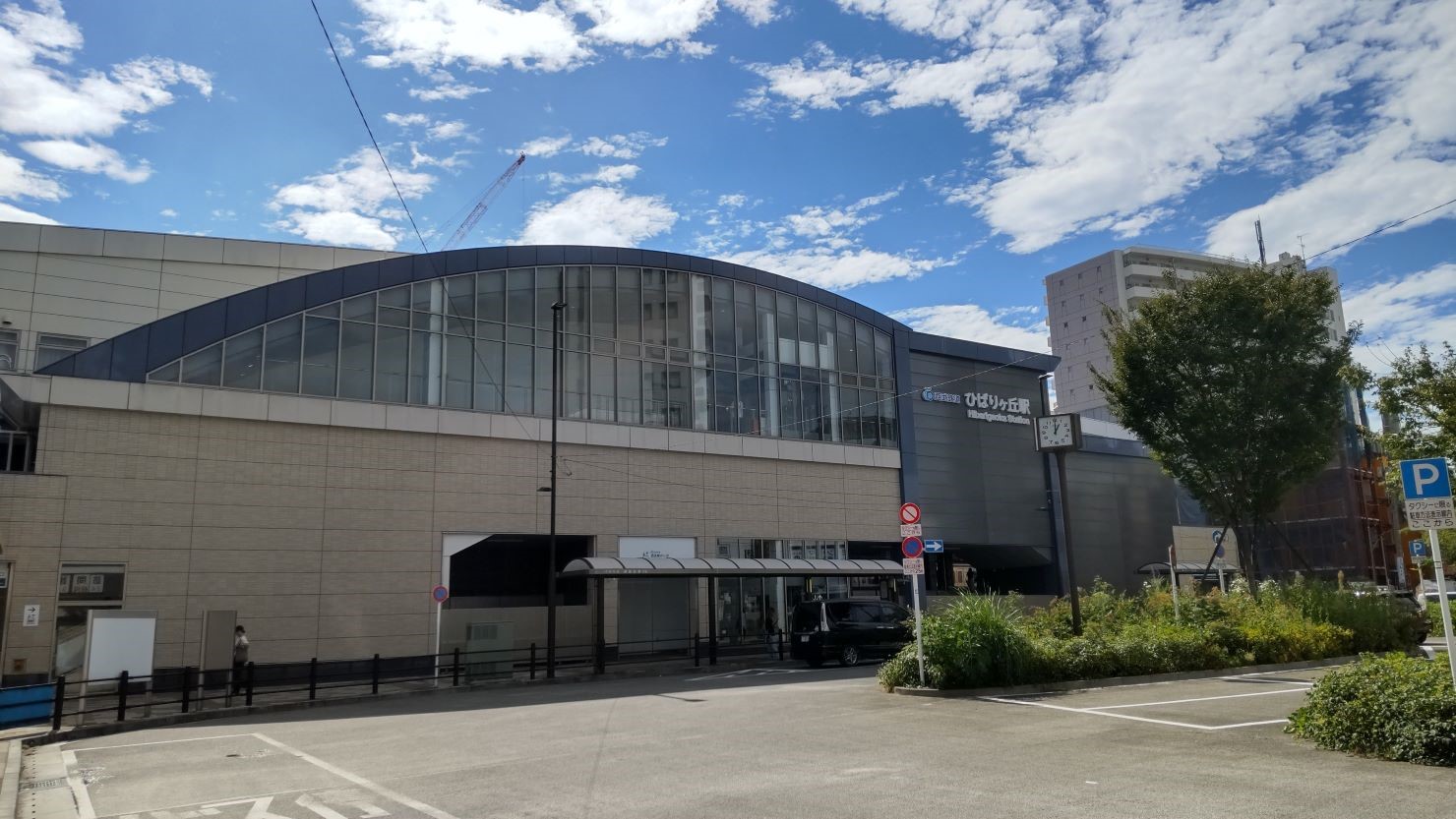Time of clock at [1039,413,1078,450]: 1:00
